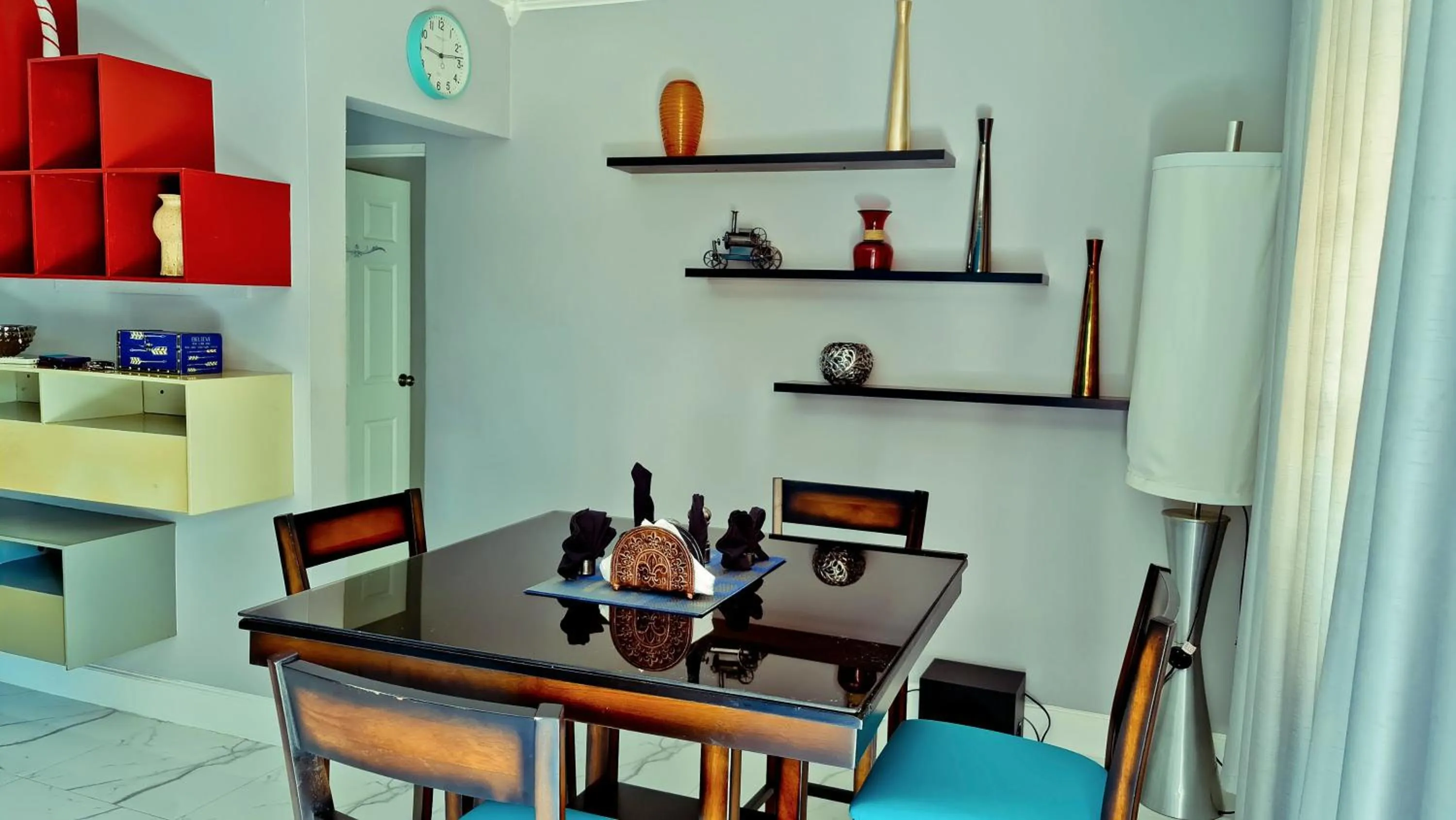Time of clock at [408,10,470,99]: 9:13
